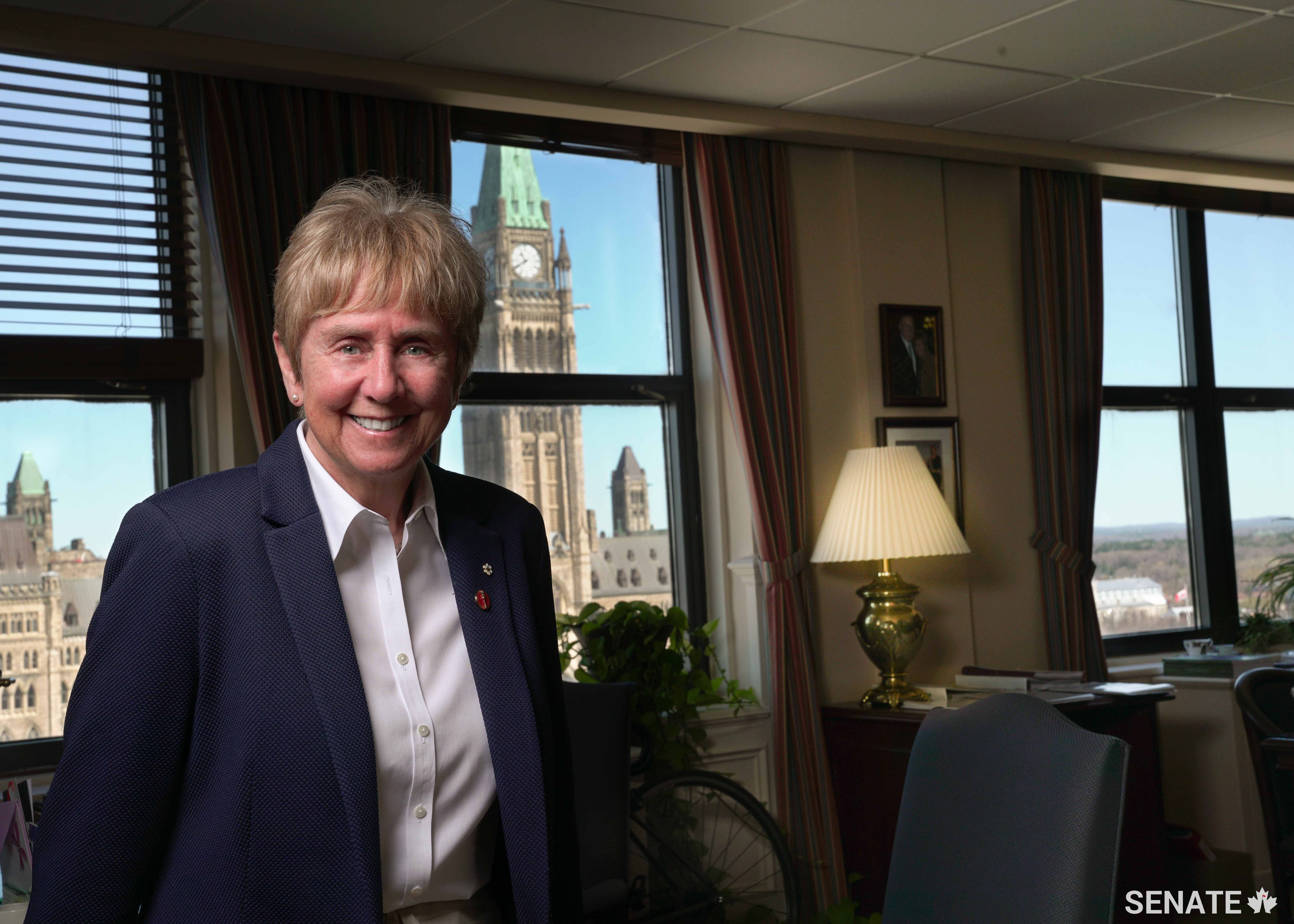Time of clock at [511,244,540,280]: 10:40
